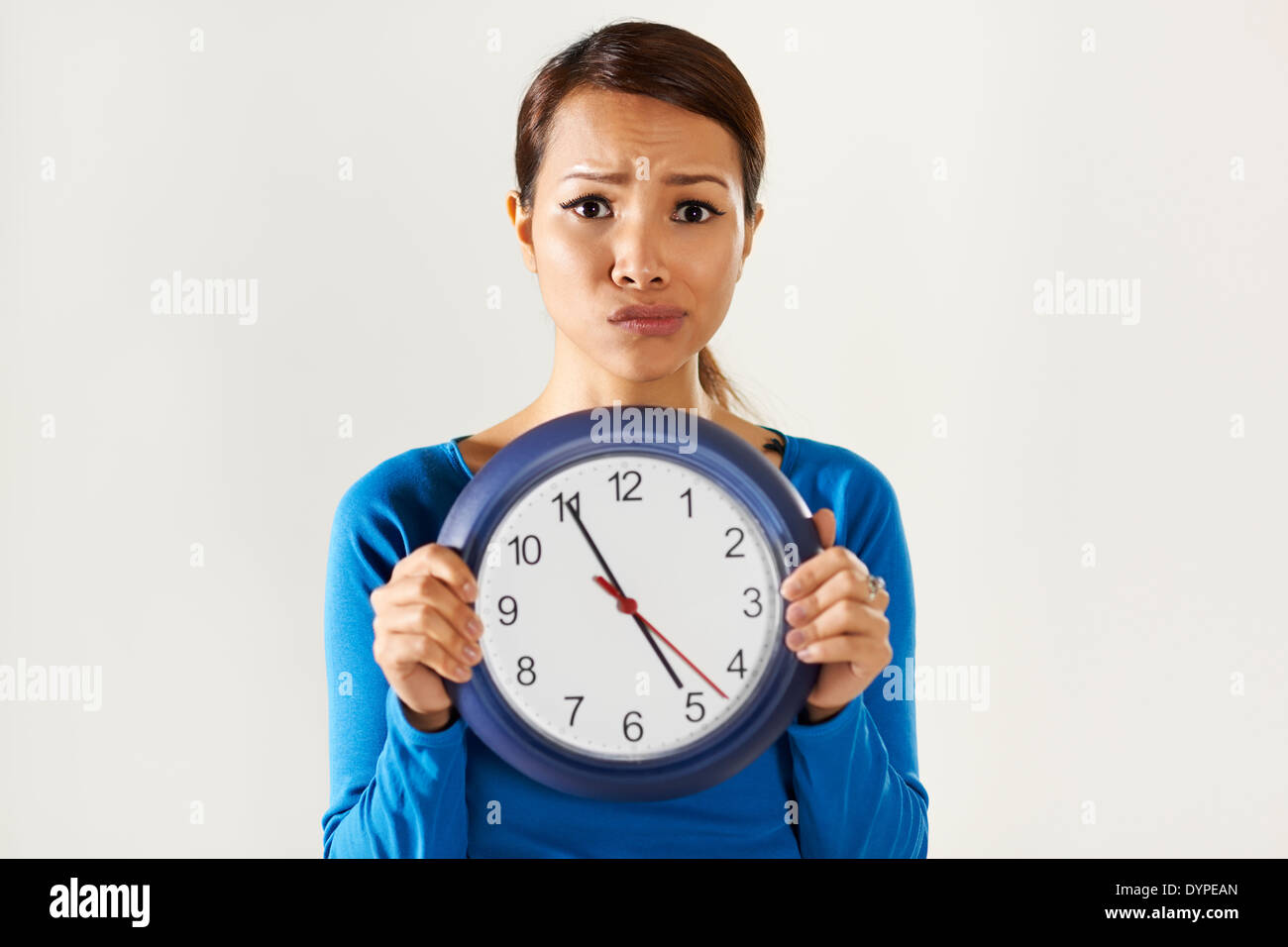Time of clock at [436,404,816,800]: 4:55
